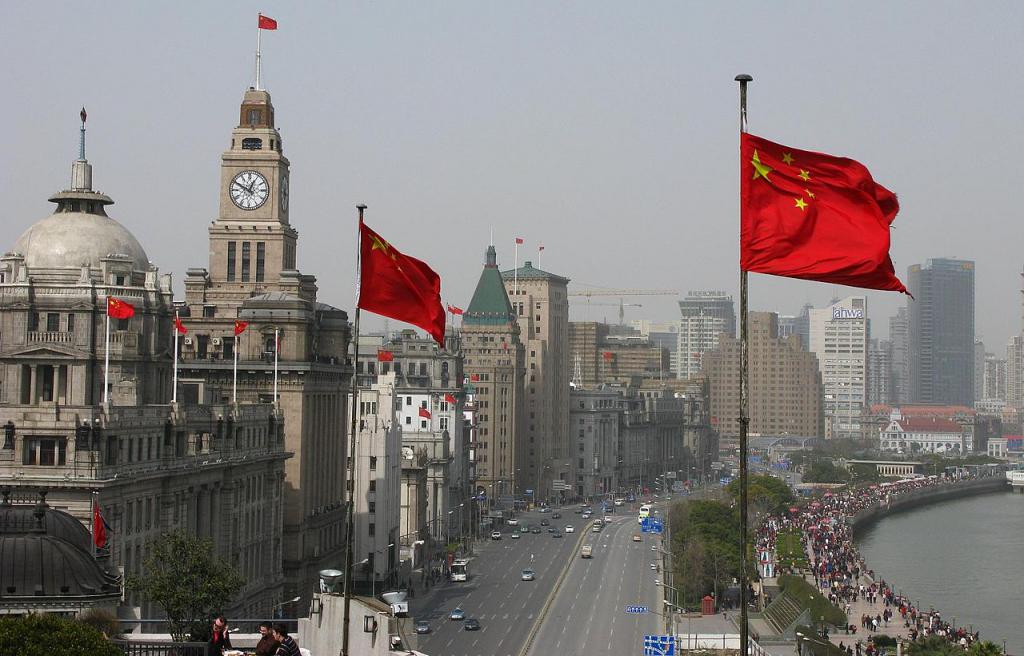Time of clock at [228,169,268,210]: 12:49
